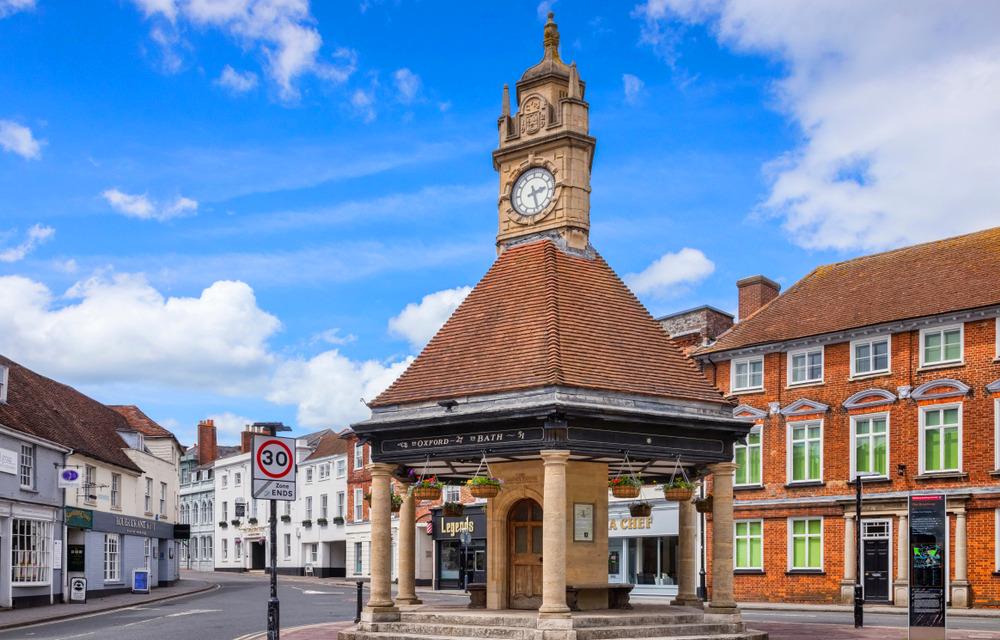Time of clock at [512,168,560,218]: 2:27
